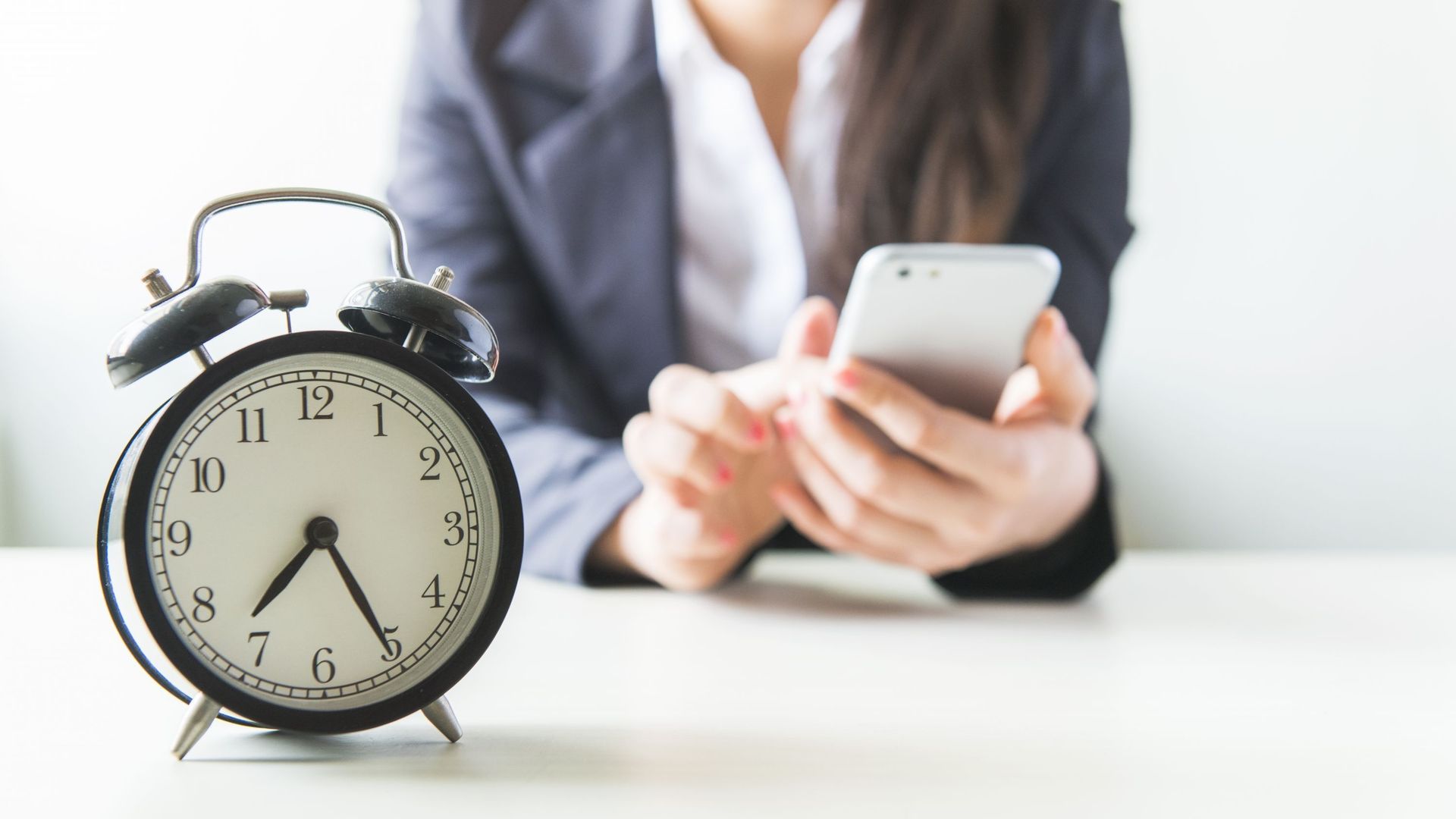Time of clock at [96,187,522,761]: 7:25
